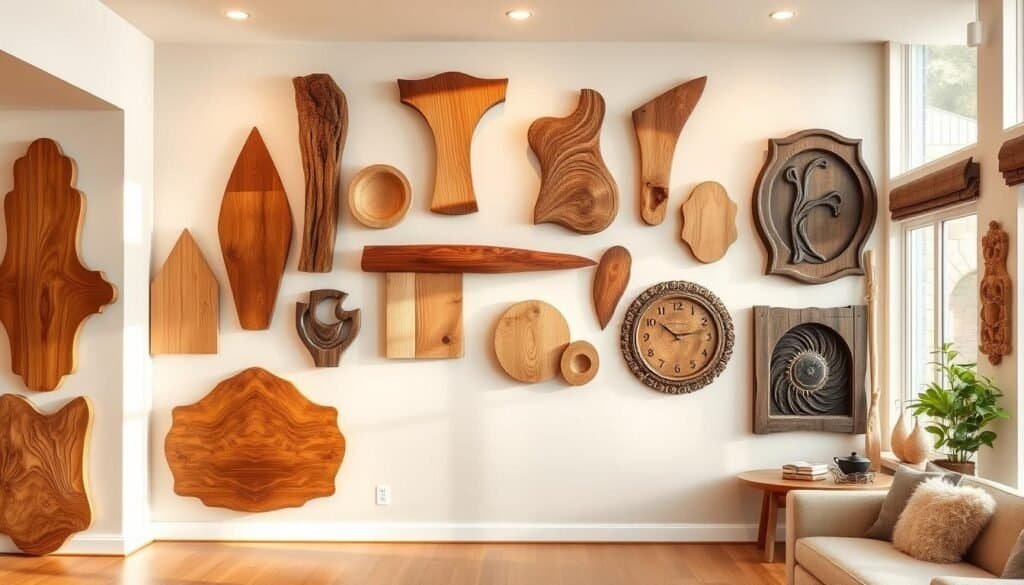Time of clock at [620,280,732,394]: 10:13
